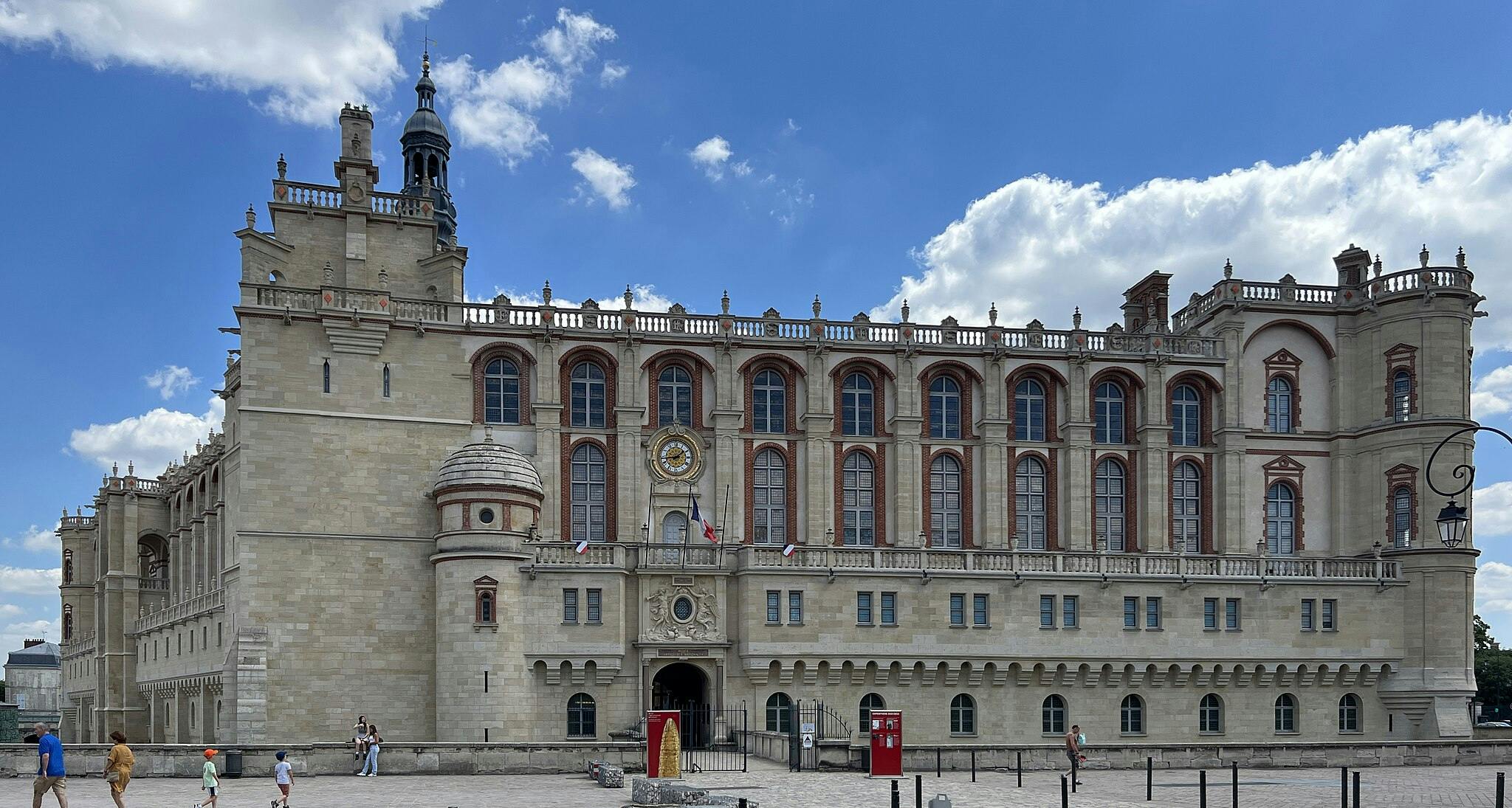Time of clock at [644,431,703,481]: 1:43
